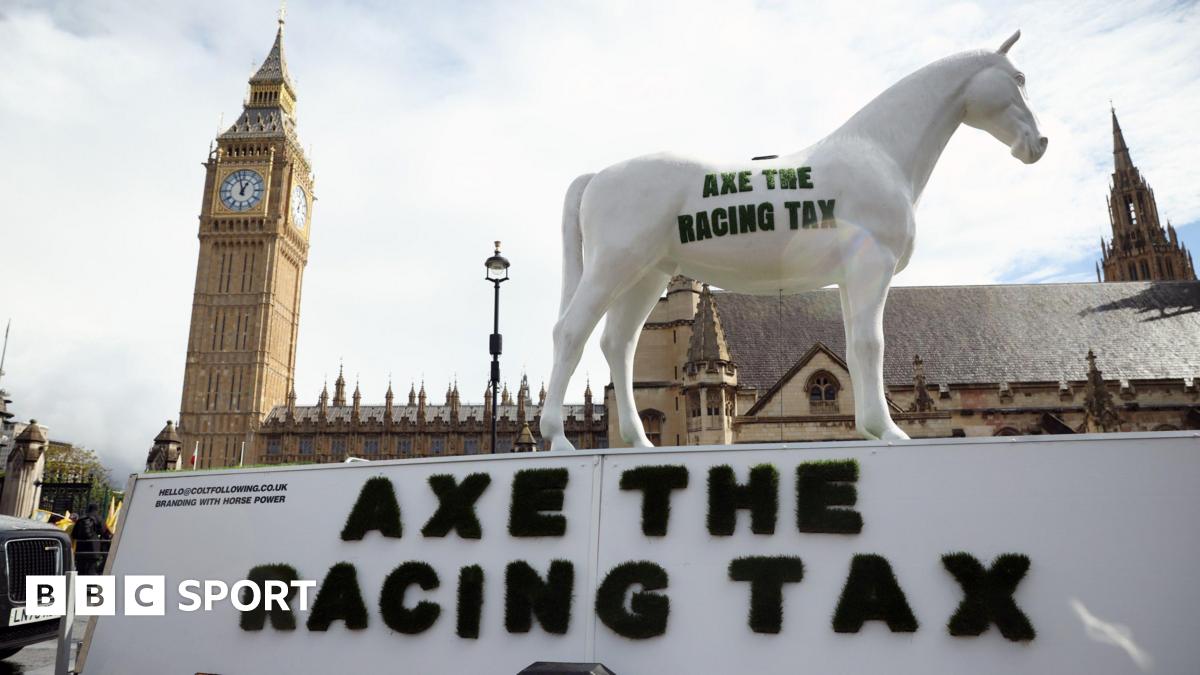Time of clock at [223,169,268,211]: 12:57
